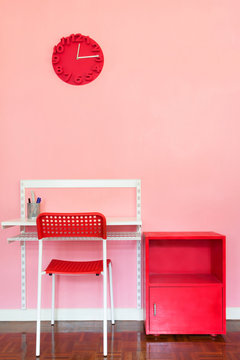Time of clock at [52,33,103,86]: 12:14
